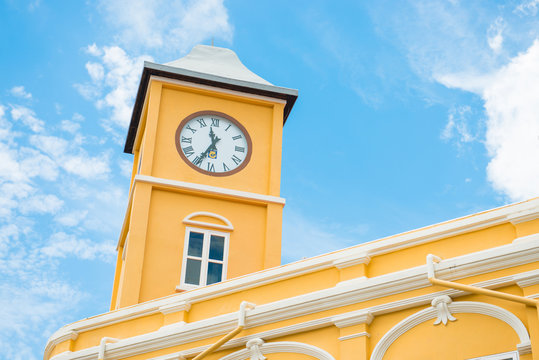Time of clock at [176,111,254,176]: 11:34
